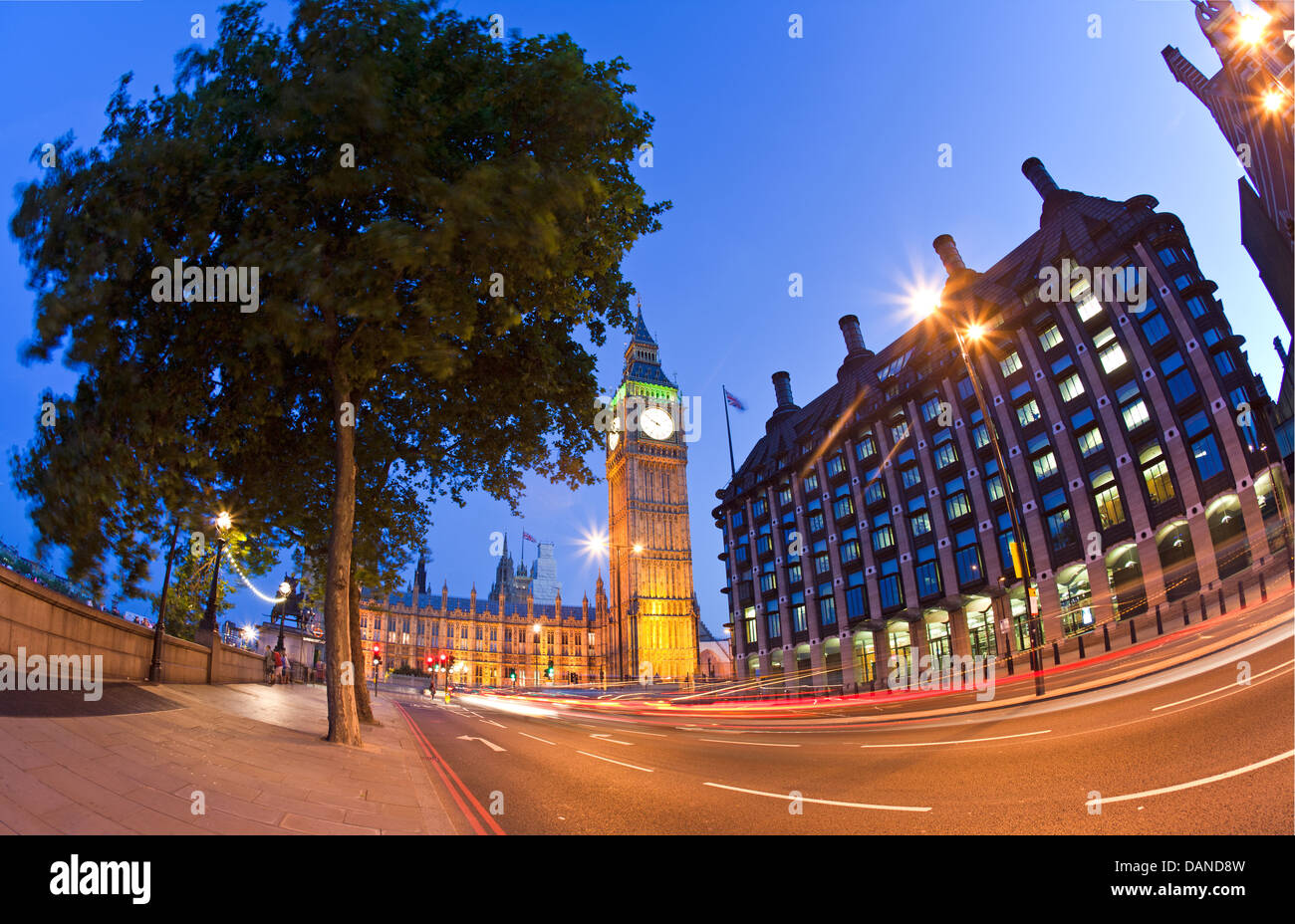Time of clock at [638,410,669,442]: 9:50
